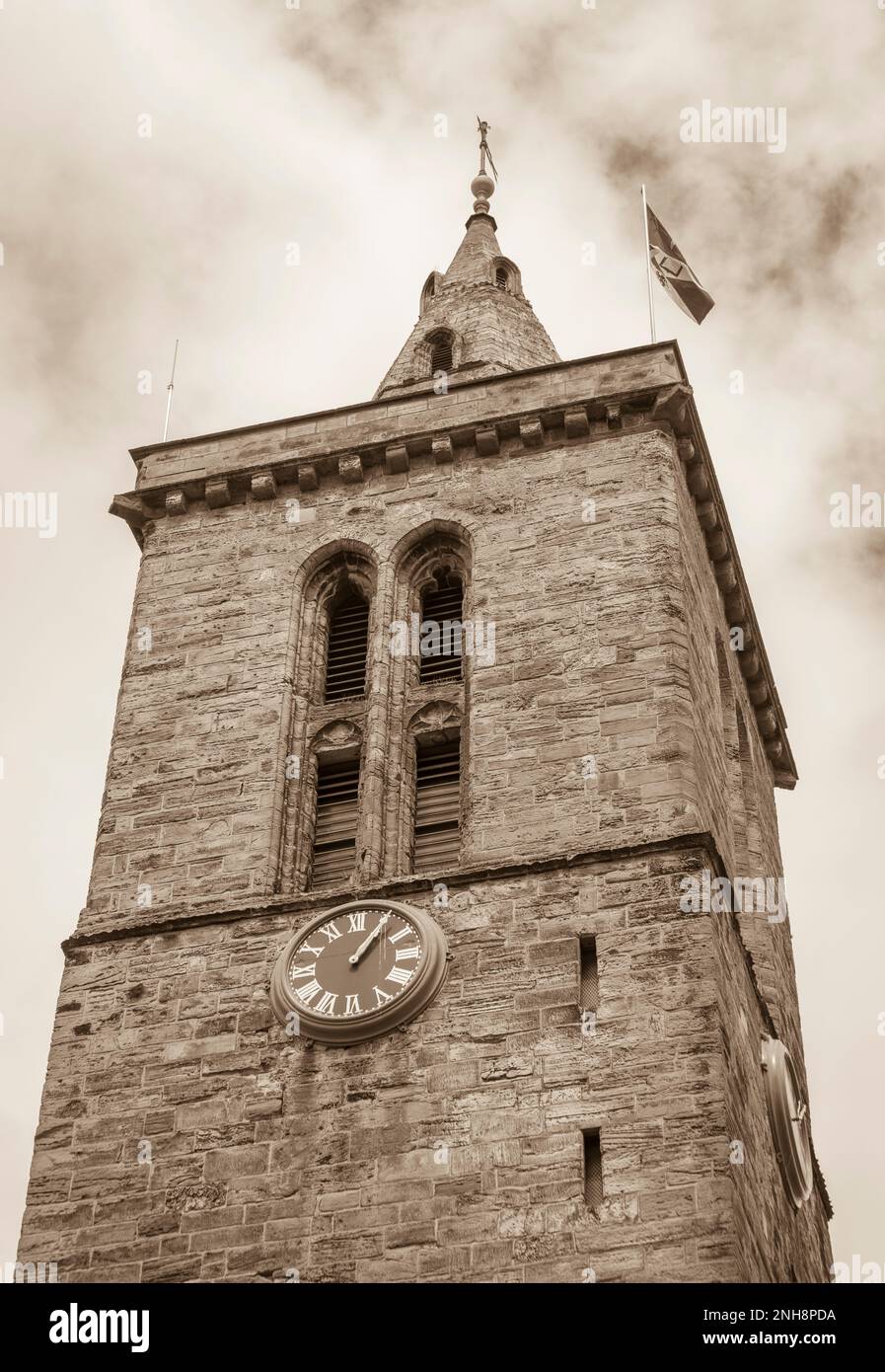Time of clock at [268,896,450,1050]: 1:04
